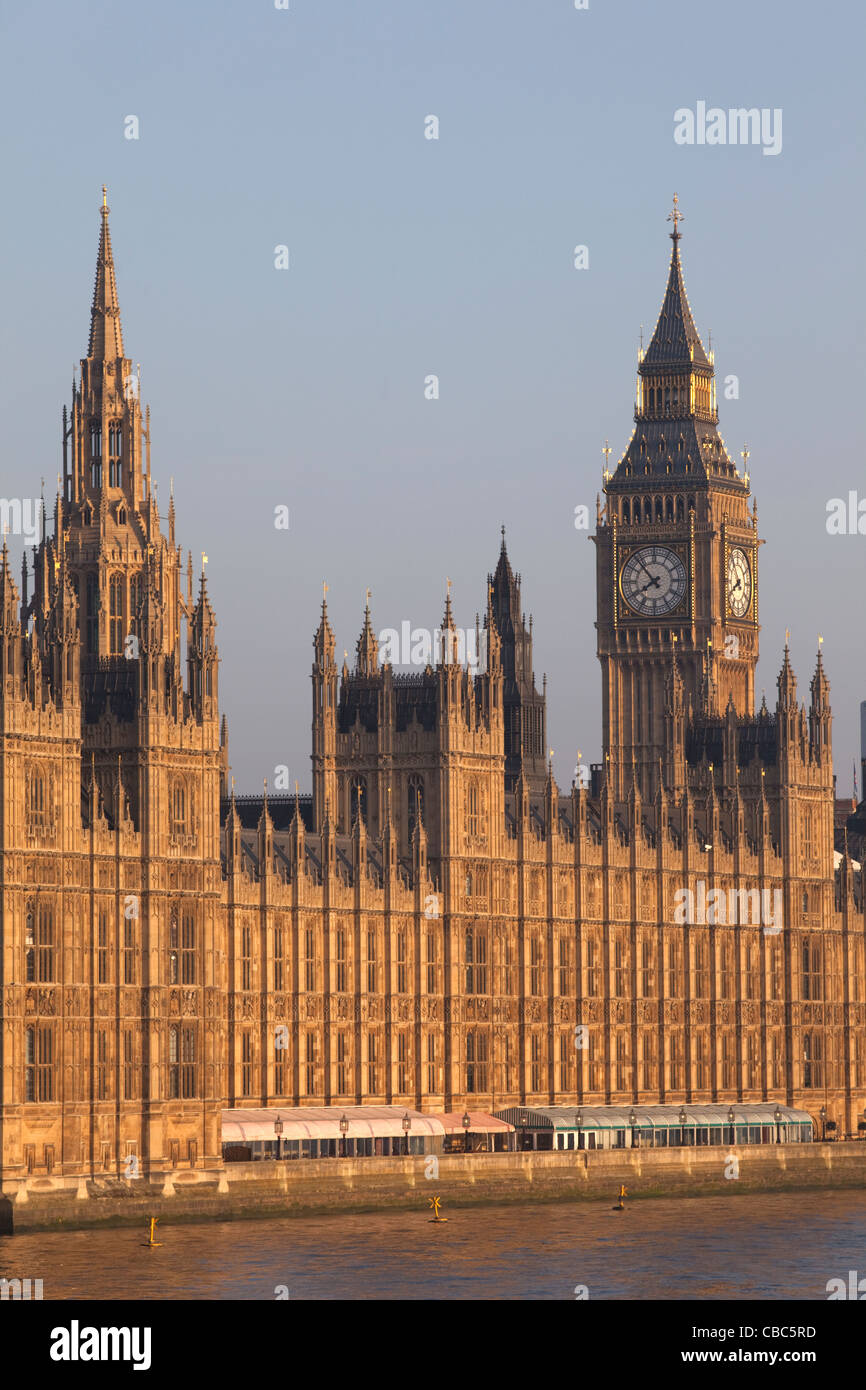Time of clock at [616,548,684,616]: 7:52
